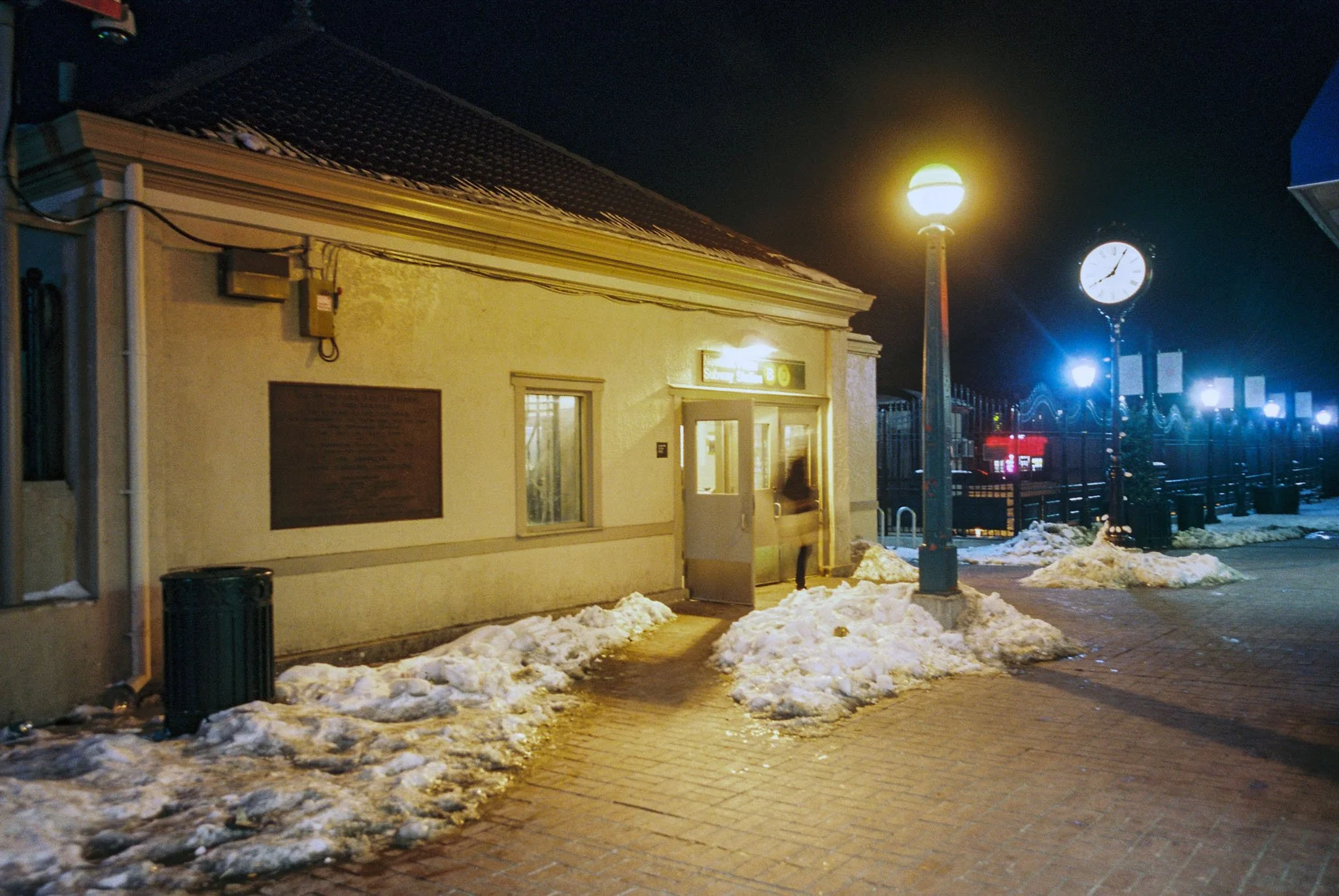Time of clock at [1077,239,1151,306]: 8:04
